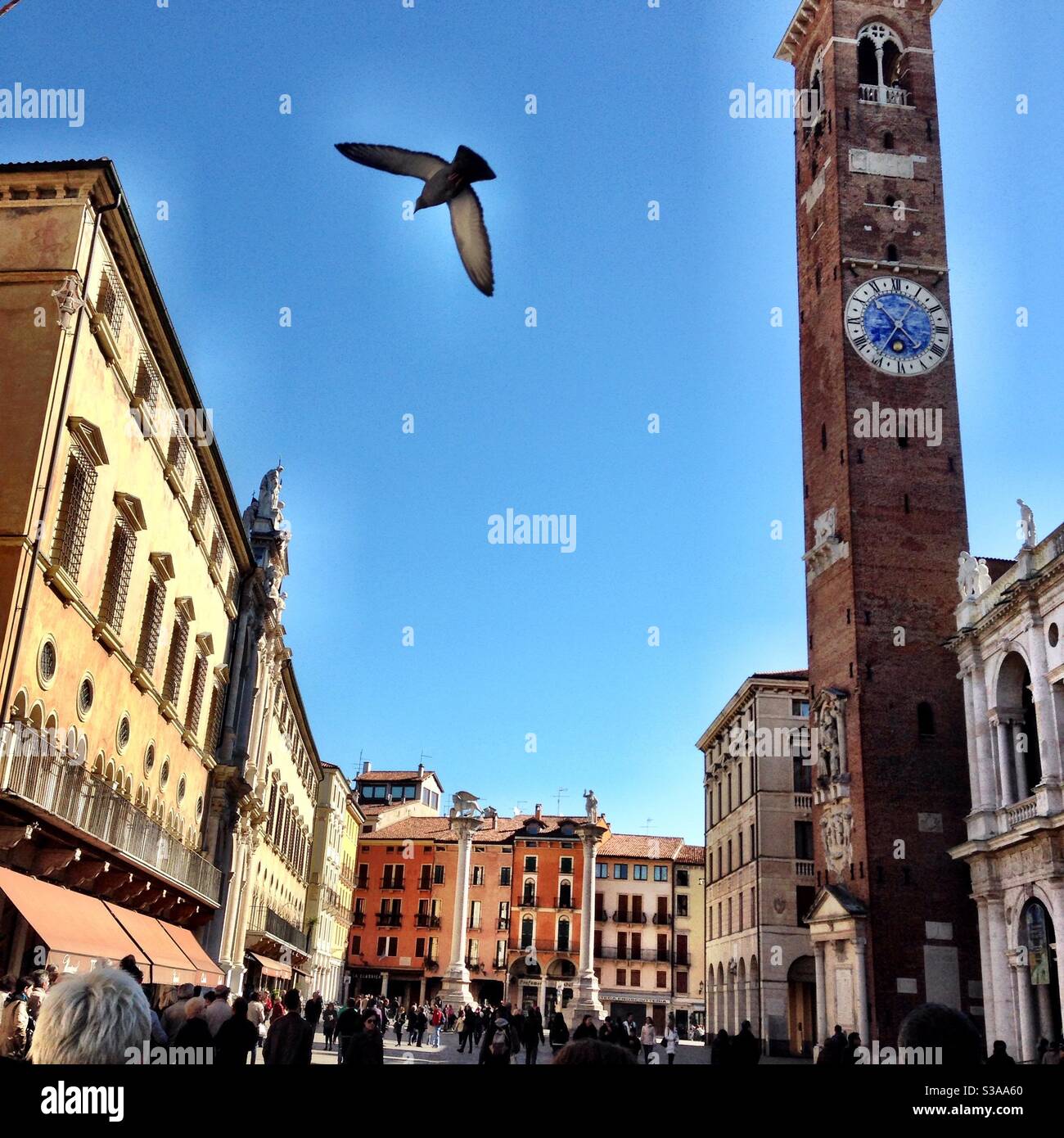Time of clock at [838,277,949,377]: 4:35
